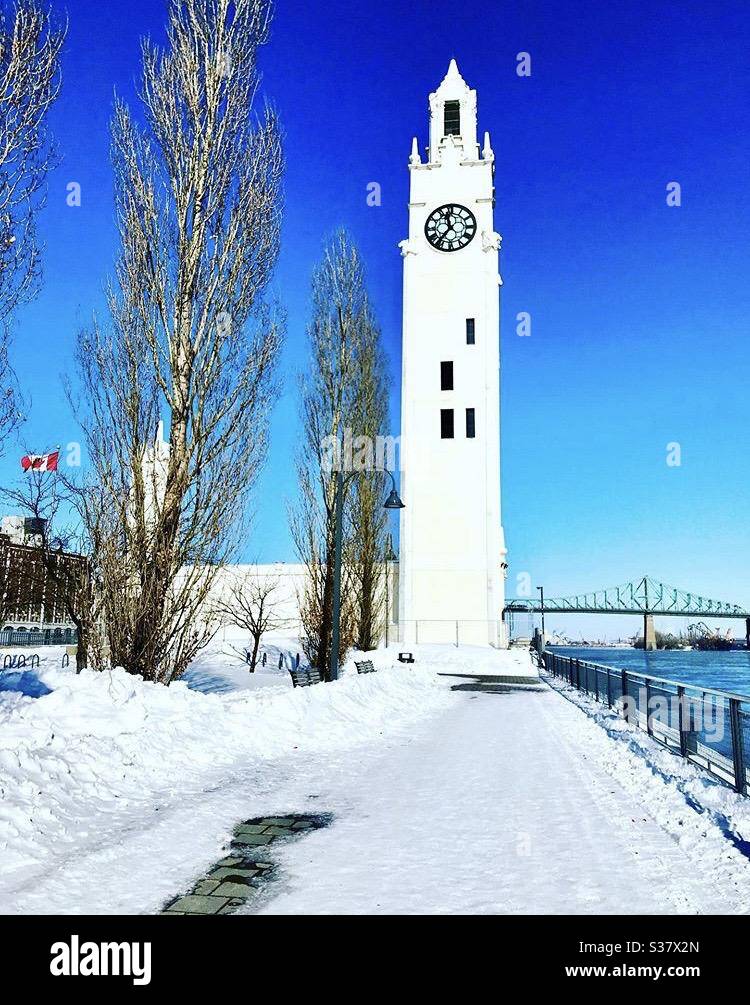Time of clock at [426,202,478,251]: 11:36
